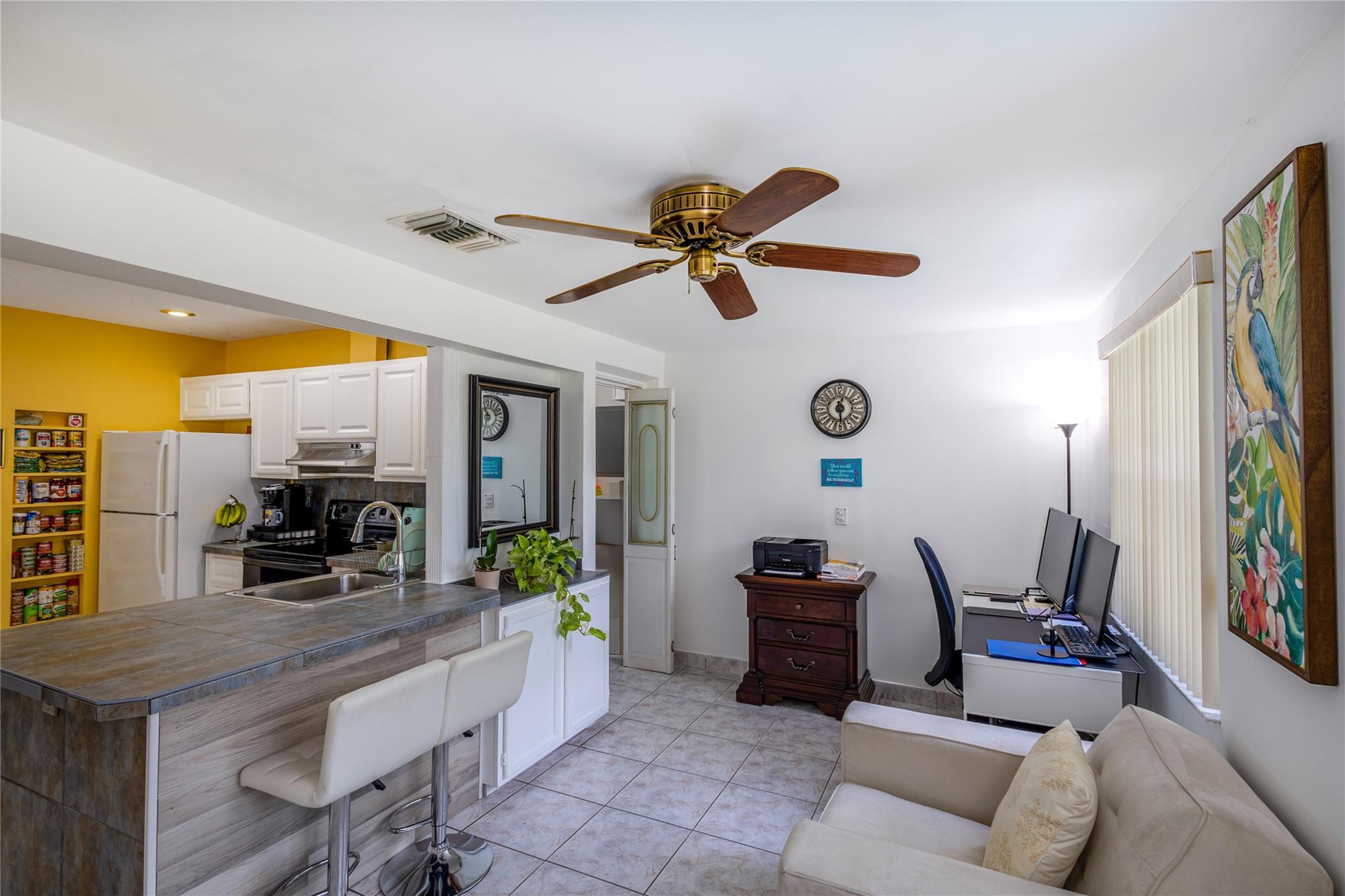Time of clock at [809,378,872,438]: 12:28
